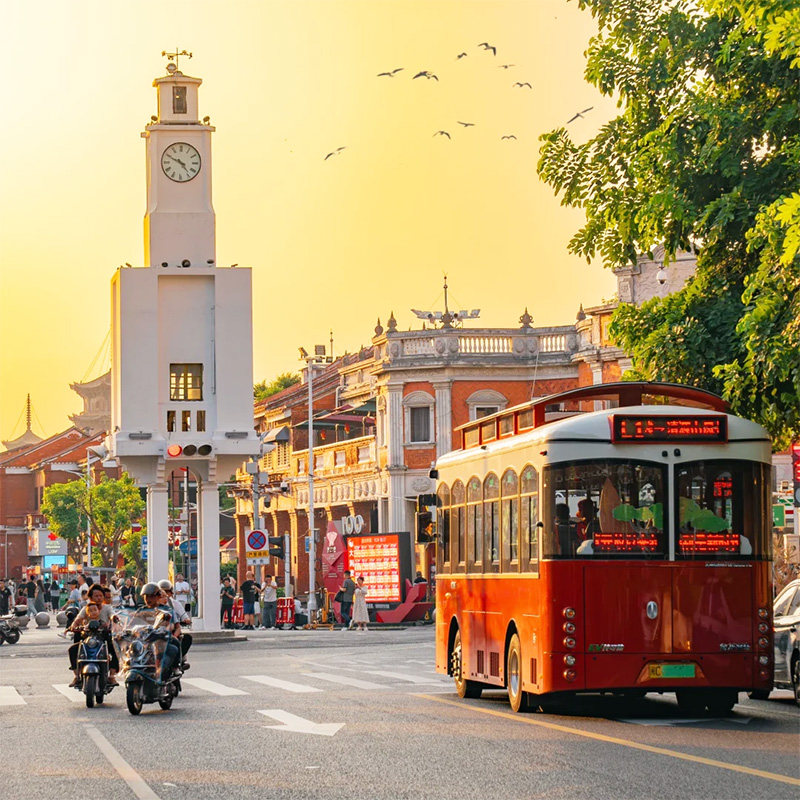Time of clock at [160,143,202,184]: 4:49
